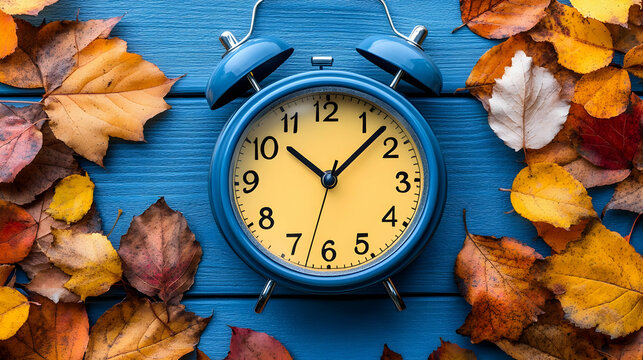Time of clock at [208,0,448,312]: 10:07
